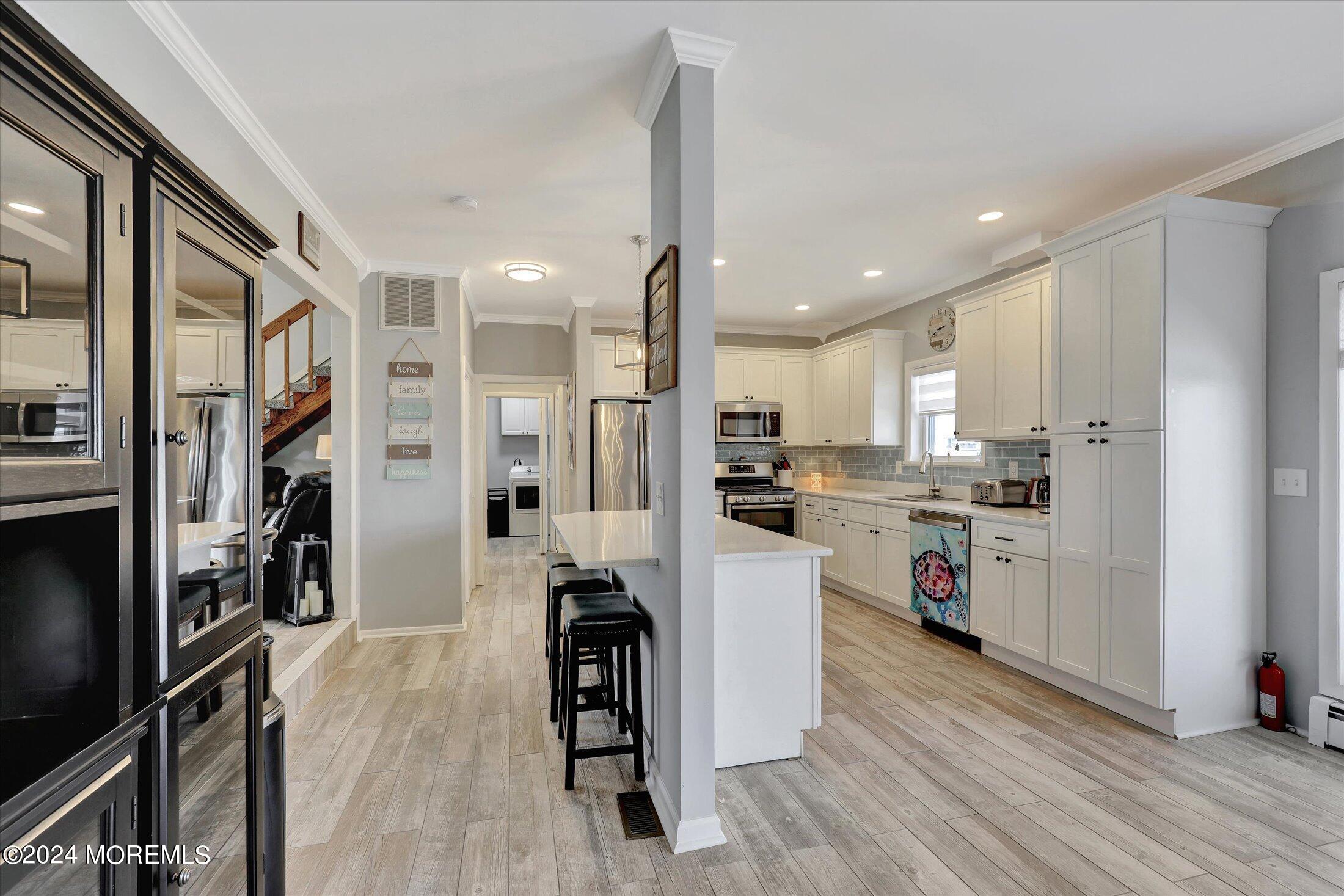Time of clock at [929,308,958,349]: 2:41
